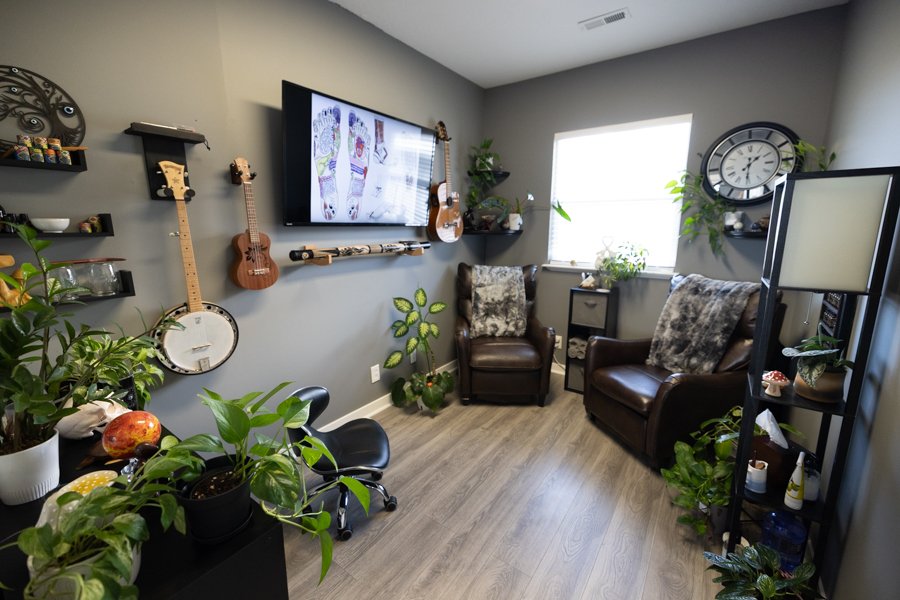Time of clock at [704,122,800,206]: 1:30
